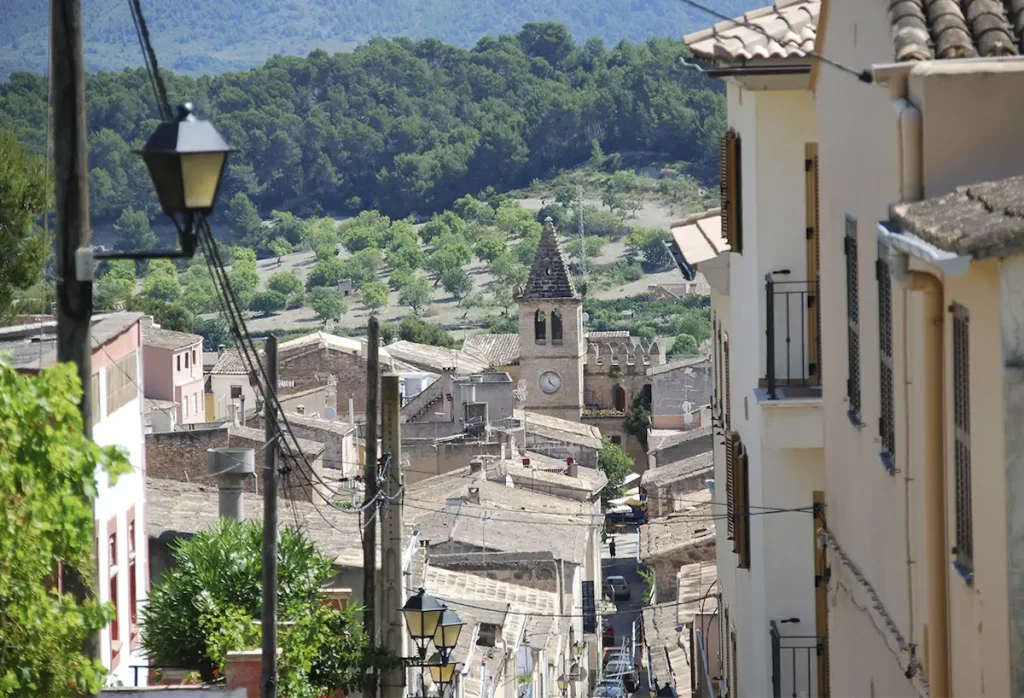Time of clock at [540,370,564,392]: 11:22
